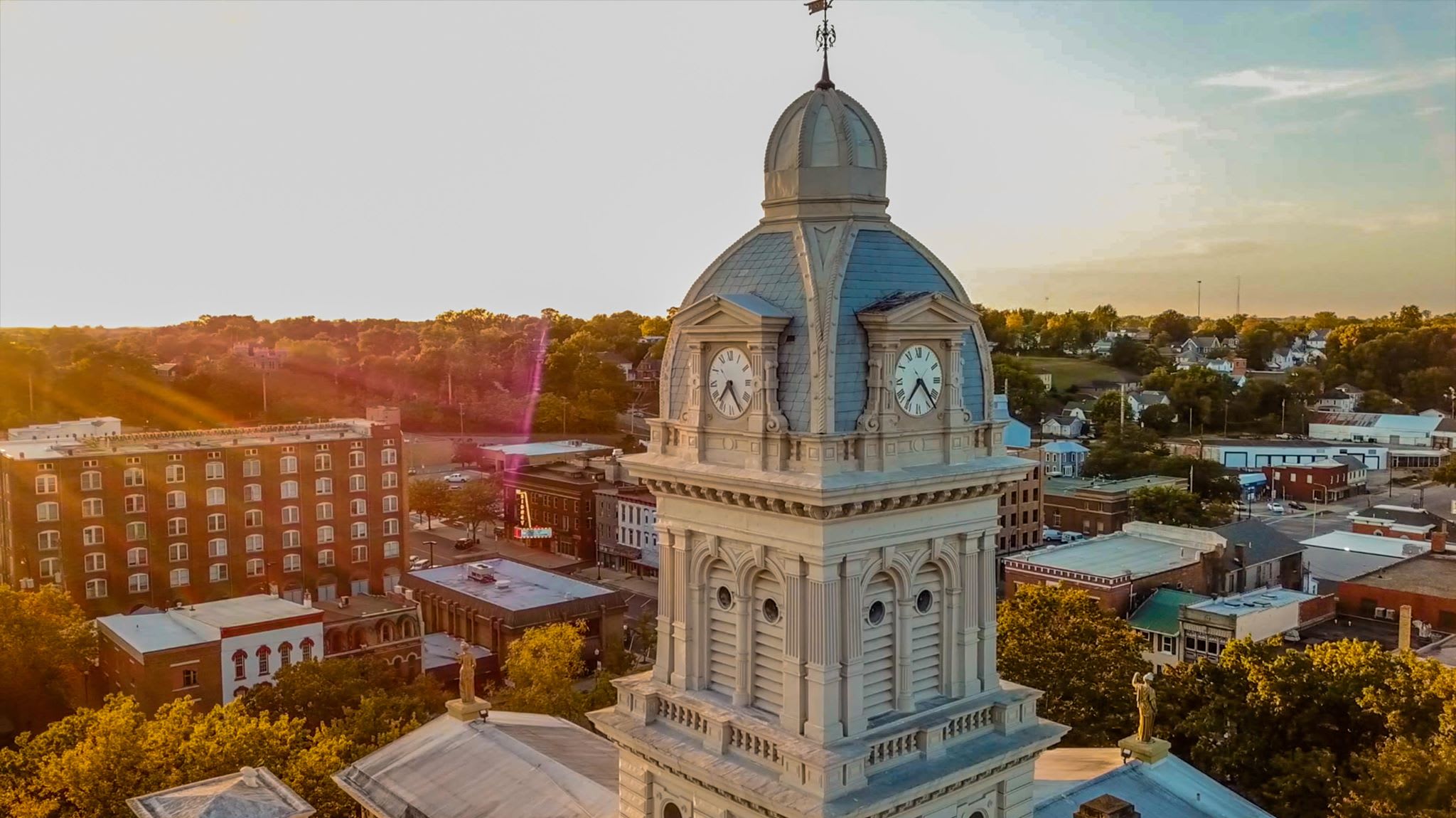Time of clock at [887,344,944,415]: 7:23
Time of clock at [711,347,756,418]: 7:25
